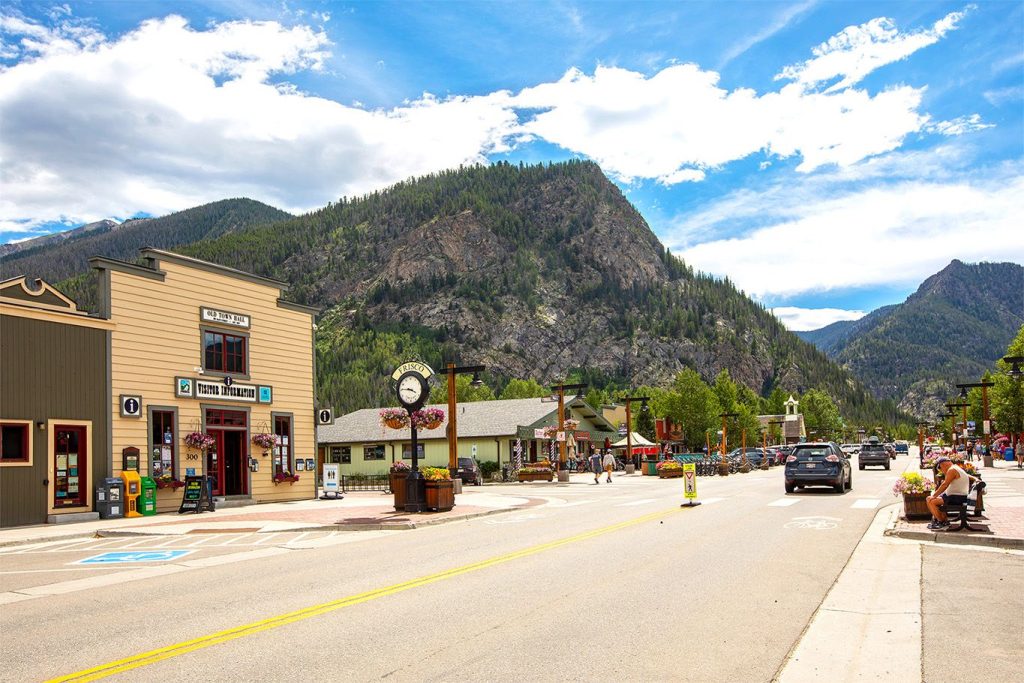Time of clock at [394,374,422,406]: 3:45
